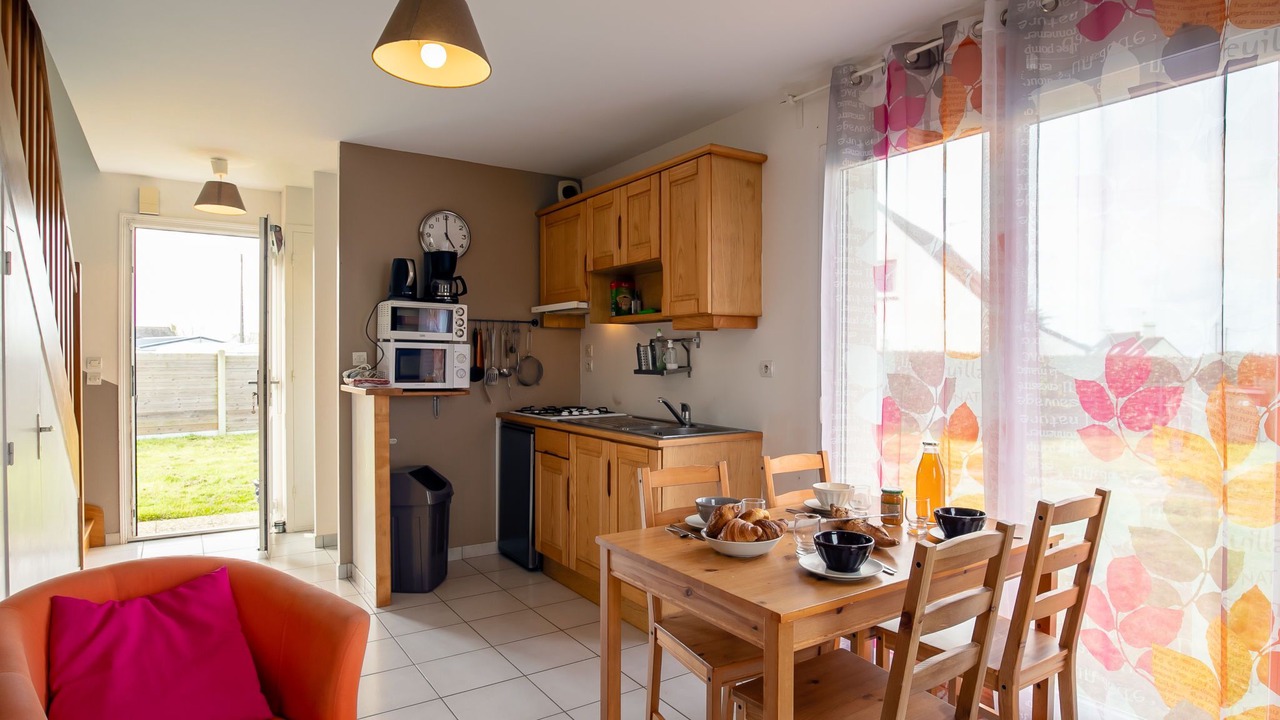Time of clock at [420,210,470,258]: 5:00
